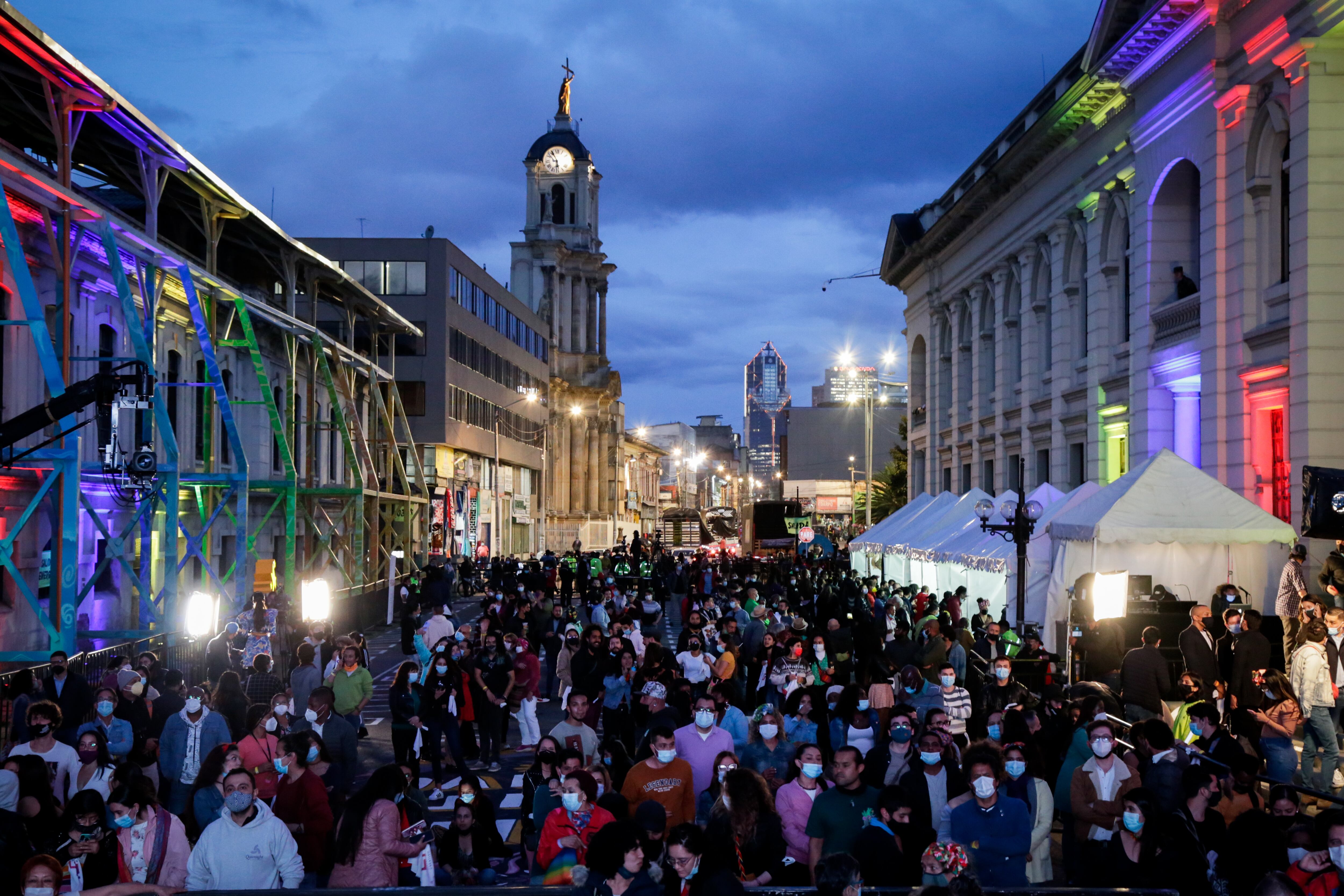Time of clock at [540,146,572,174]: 5:55
